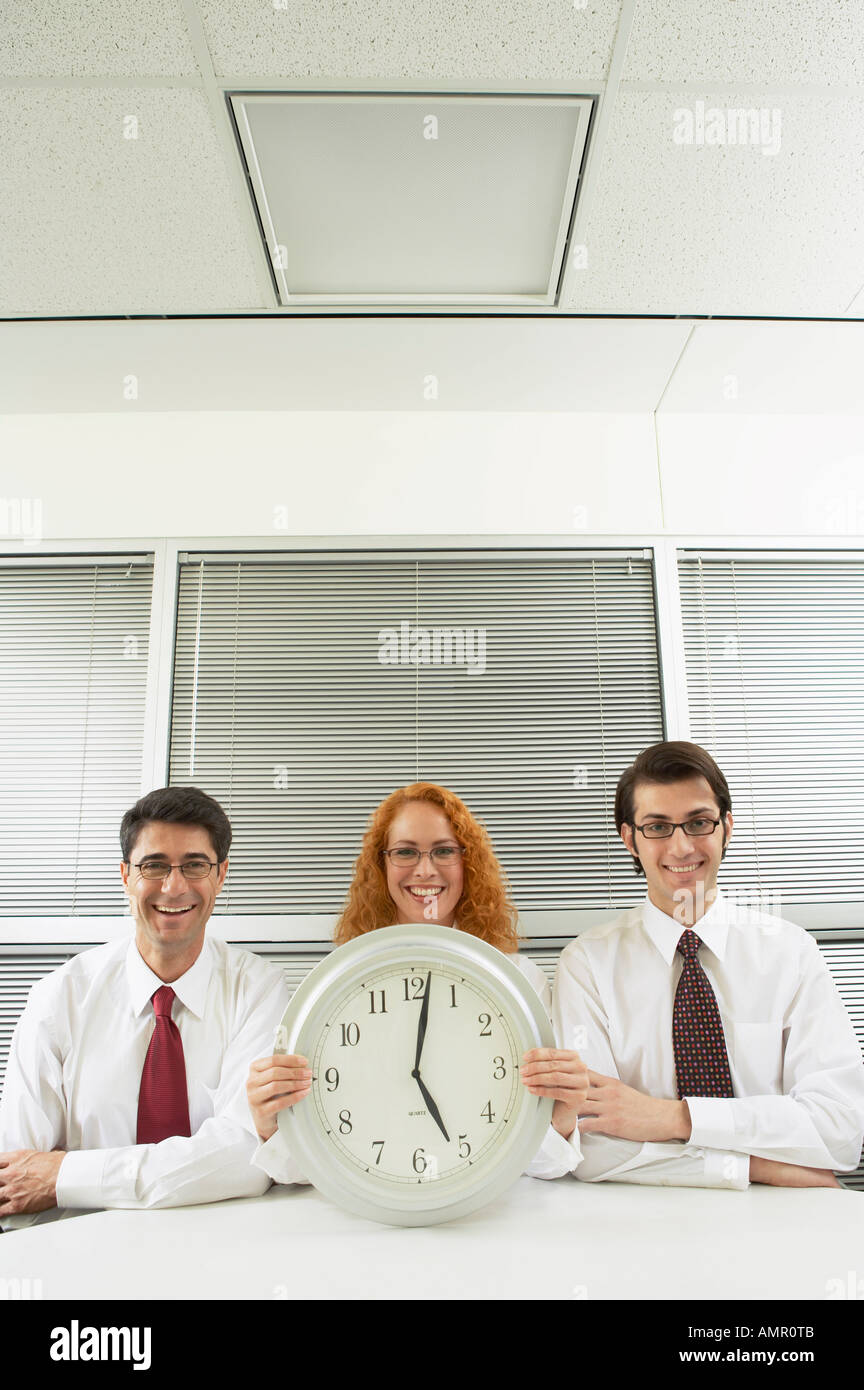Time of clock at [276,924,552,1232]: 5:01
